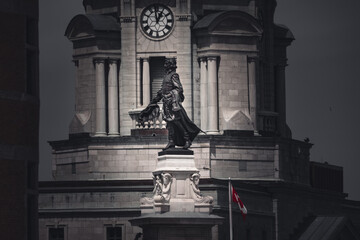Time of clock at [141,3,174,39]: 12:58
